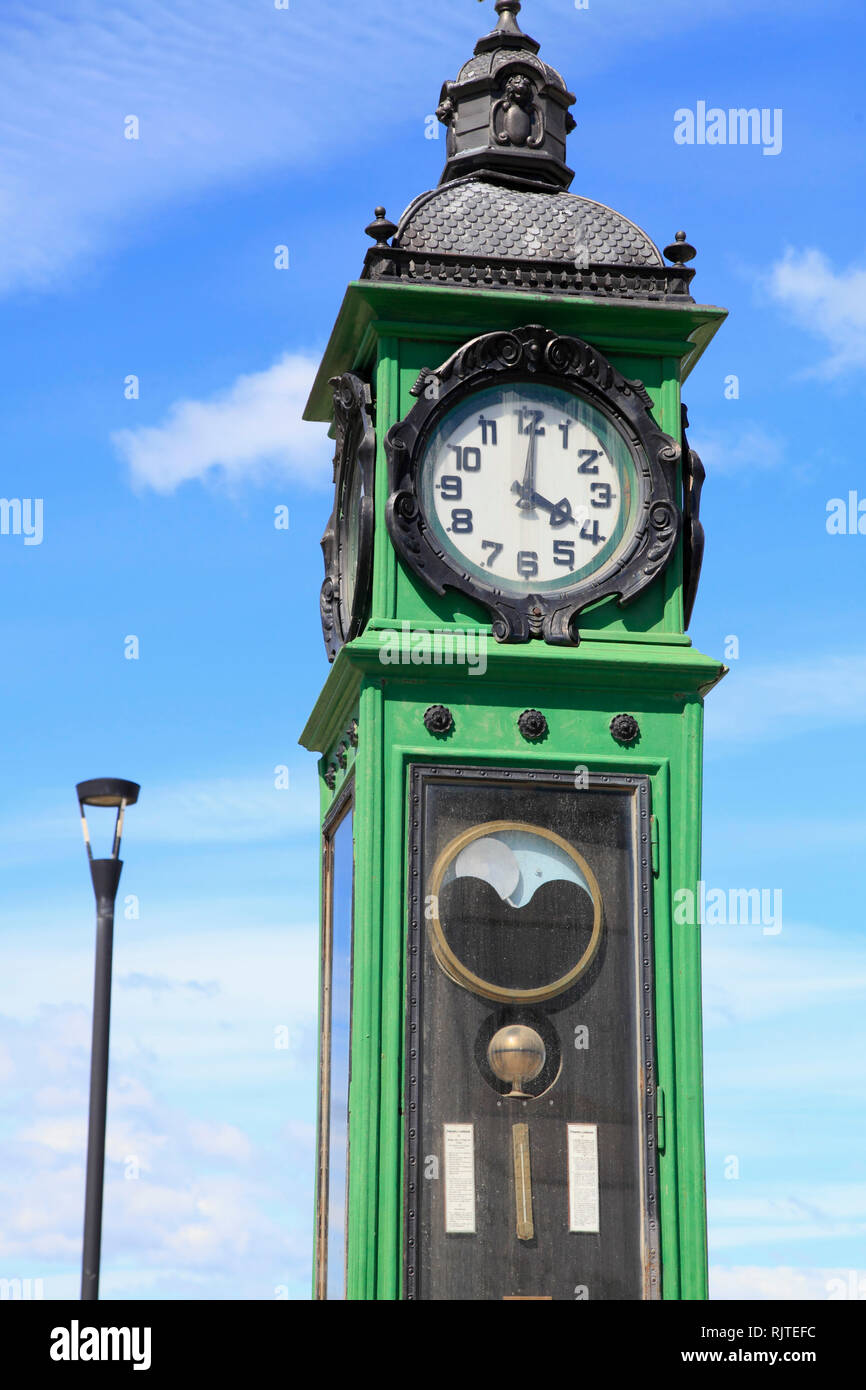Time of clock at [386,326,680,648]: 4:01
